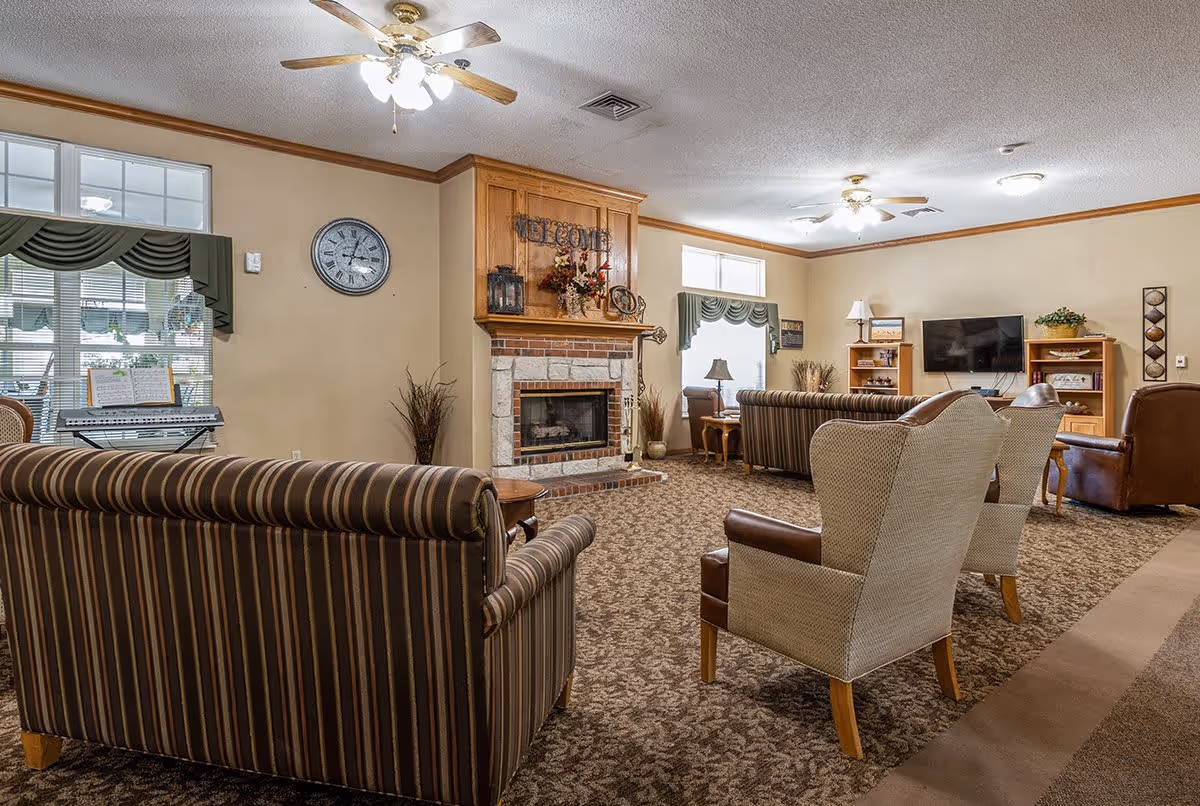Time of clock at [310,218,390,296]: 3:02
